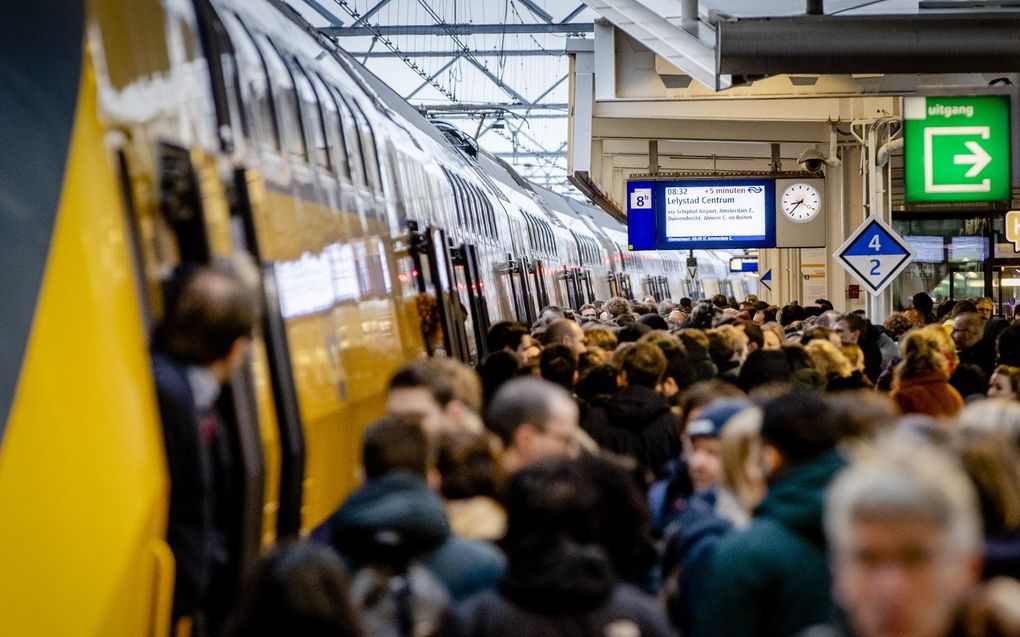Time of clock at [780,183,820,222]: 8:37
